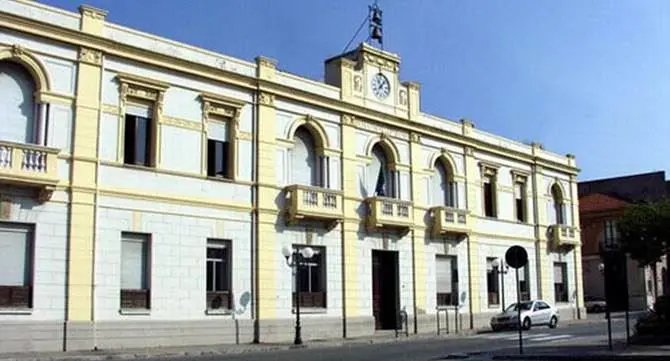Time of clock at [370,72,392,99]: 11:07
